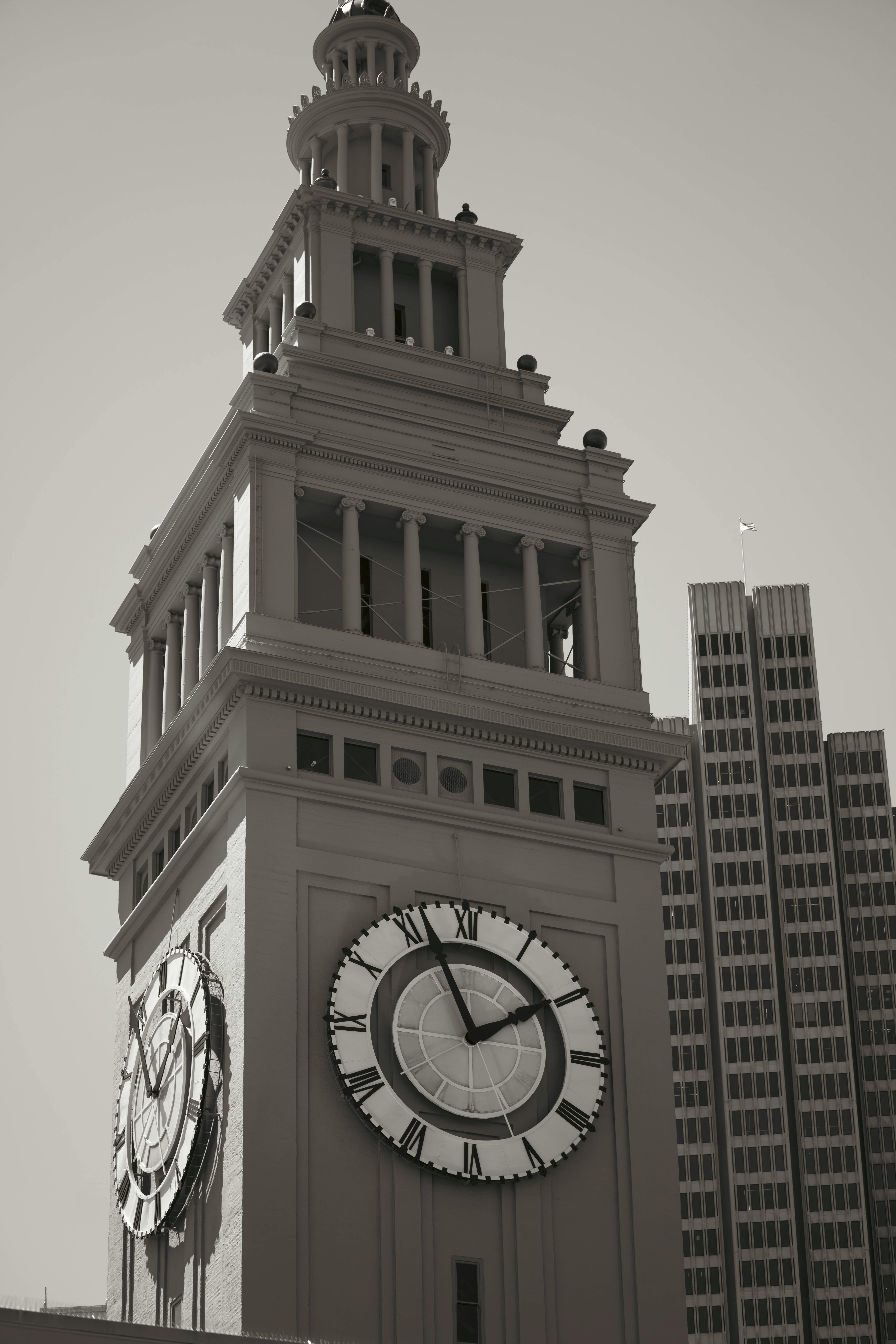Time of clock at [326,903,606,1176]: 1:56
